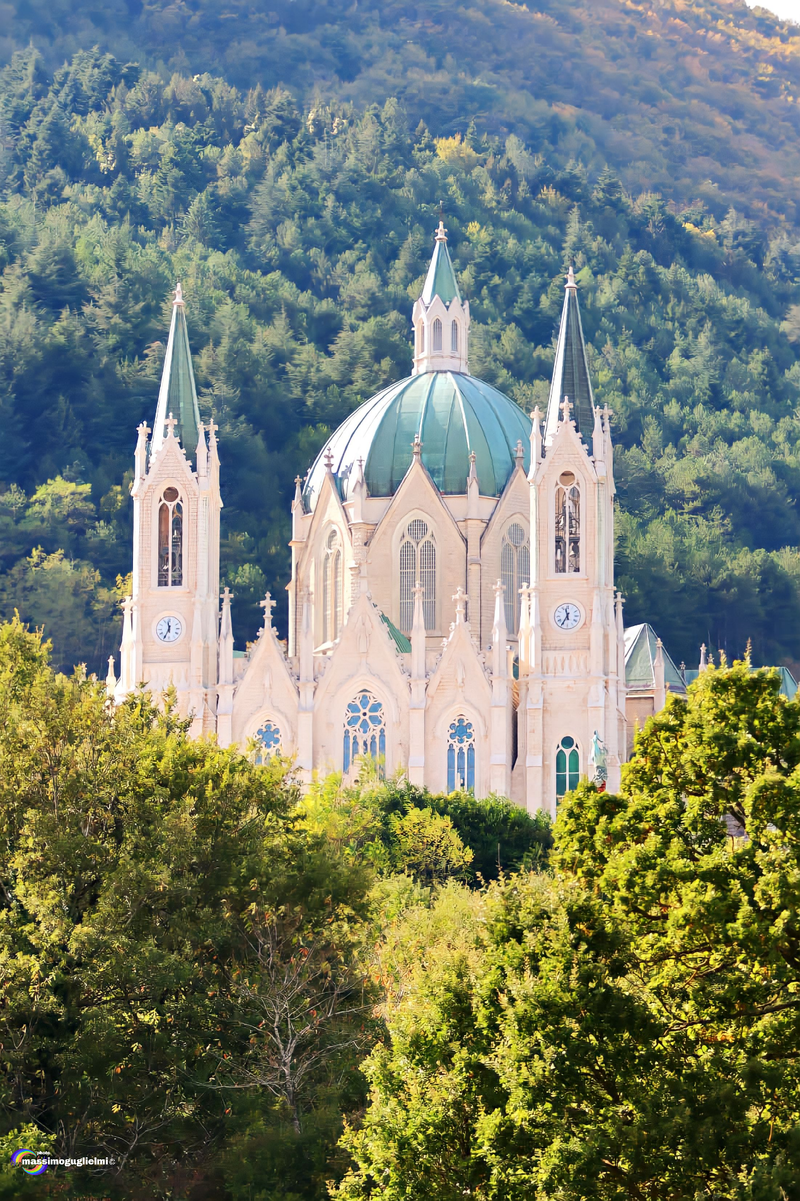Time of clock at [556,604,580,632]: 11:35
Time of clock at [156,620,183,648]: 11:34
